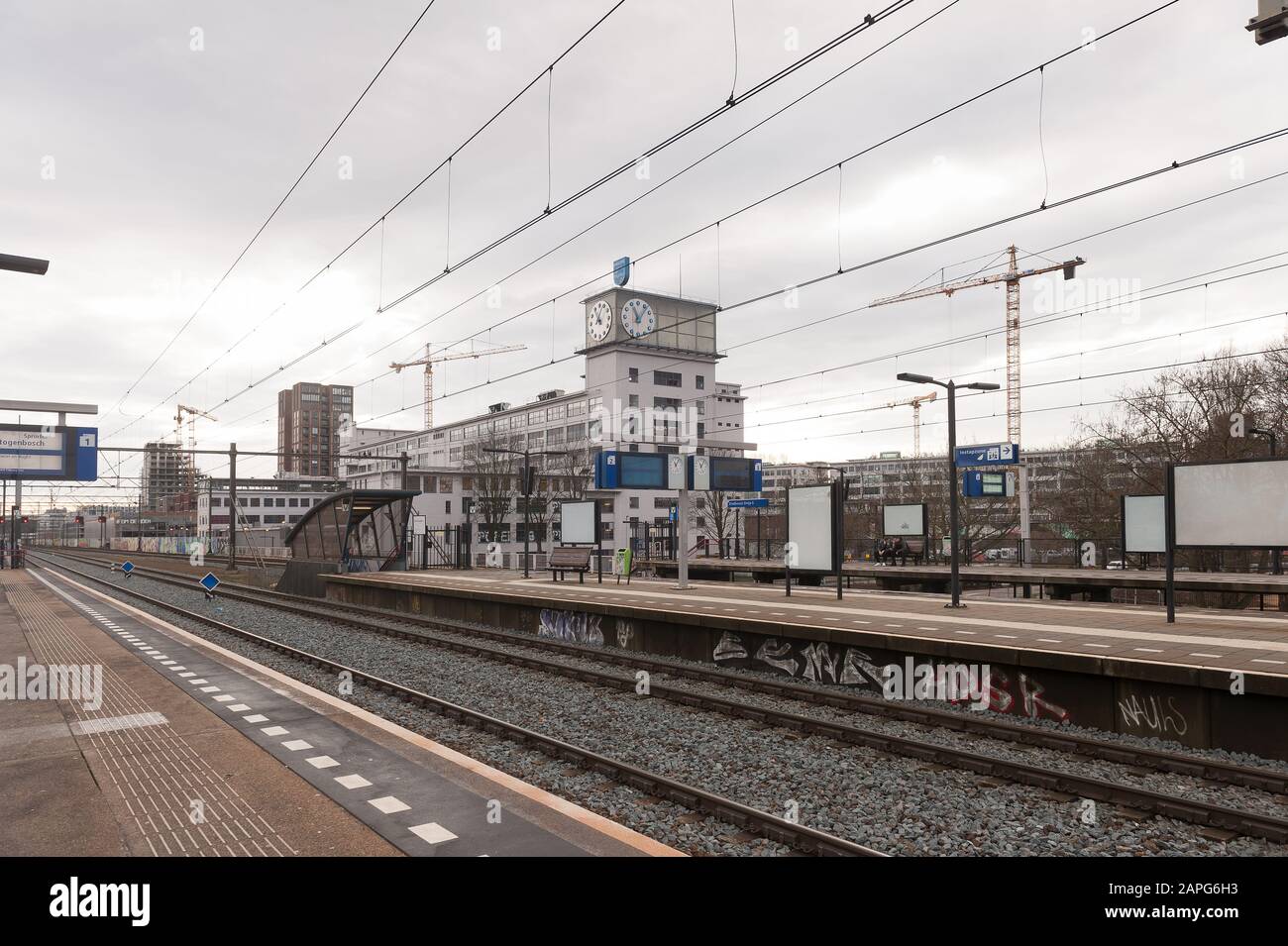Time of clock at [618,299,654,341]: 11:06
